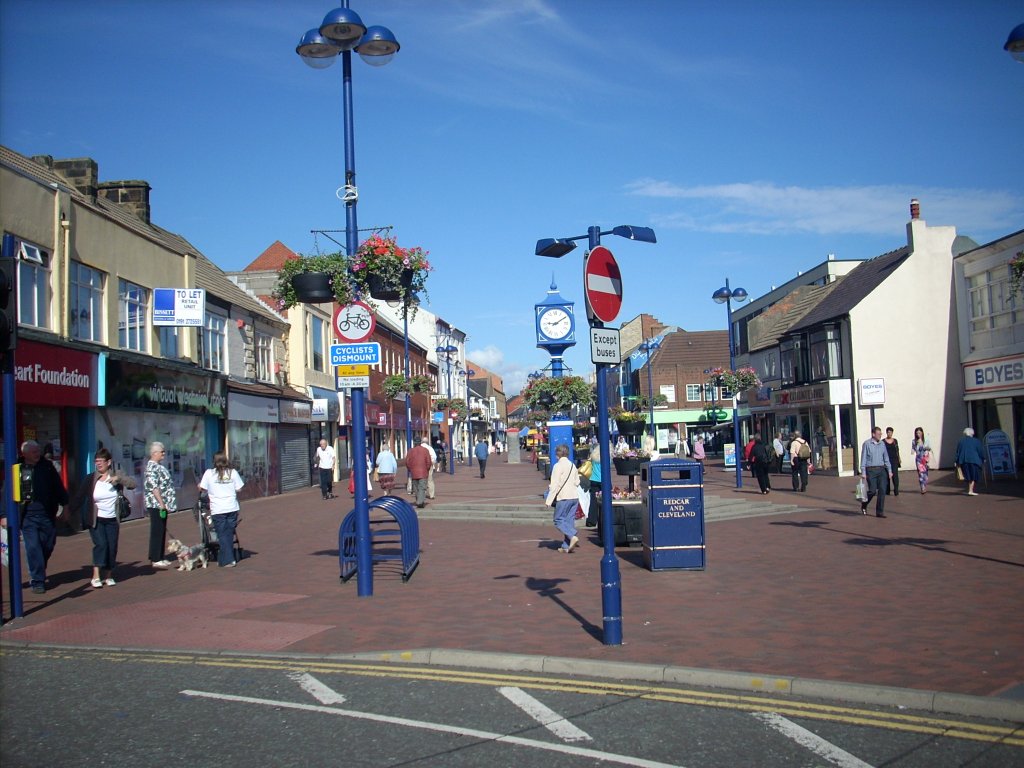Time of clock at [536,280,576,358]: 9:10
